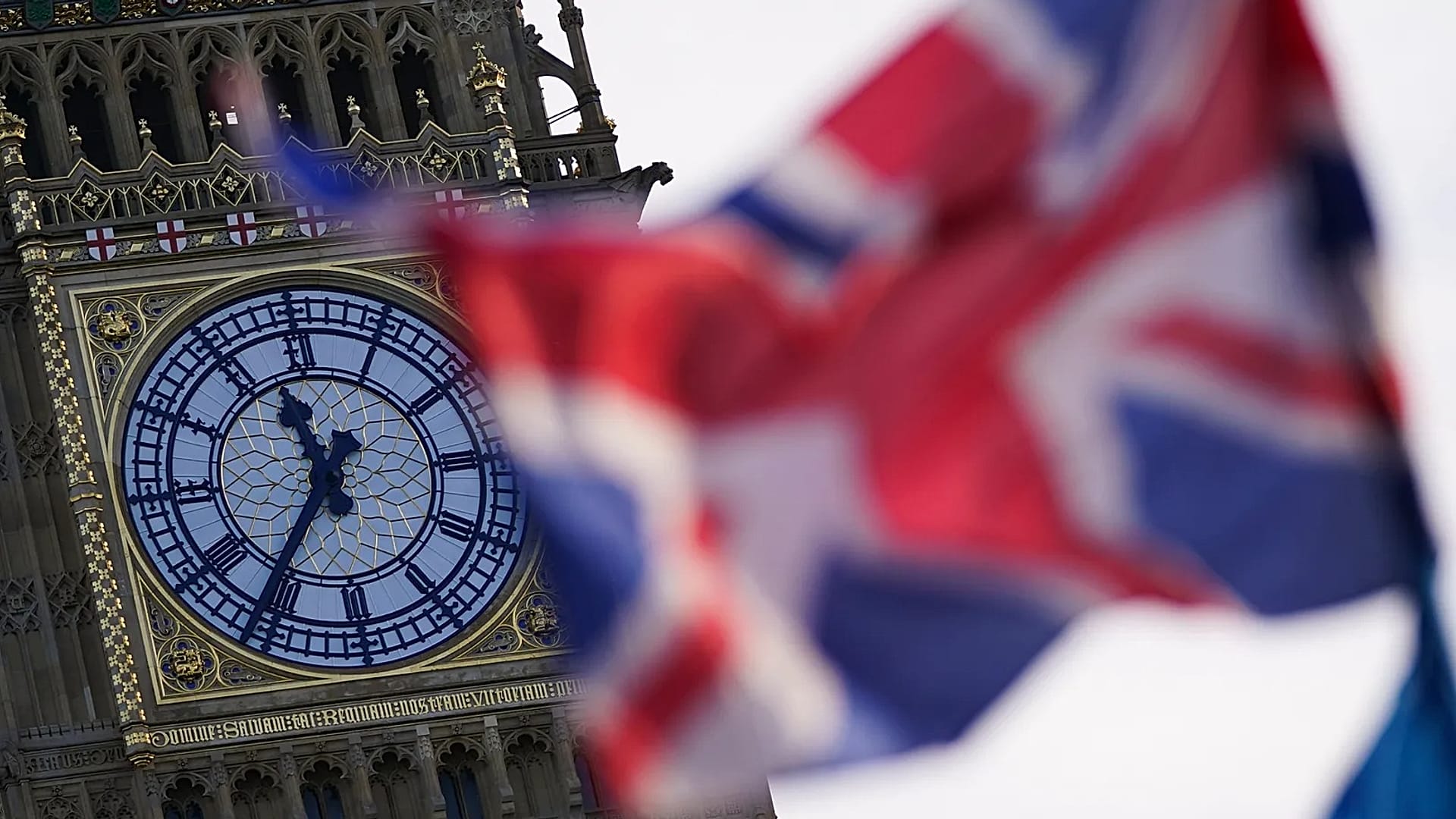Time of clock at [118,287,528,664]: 11:35
